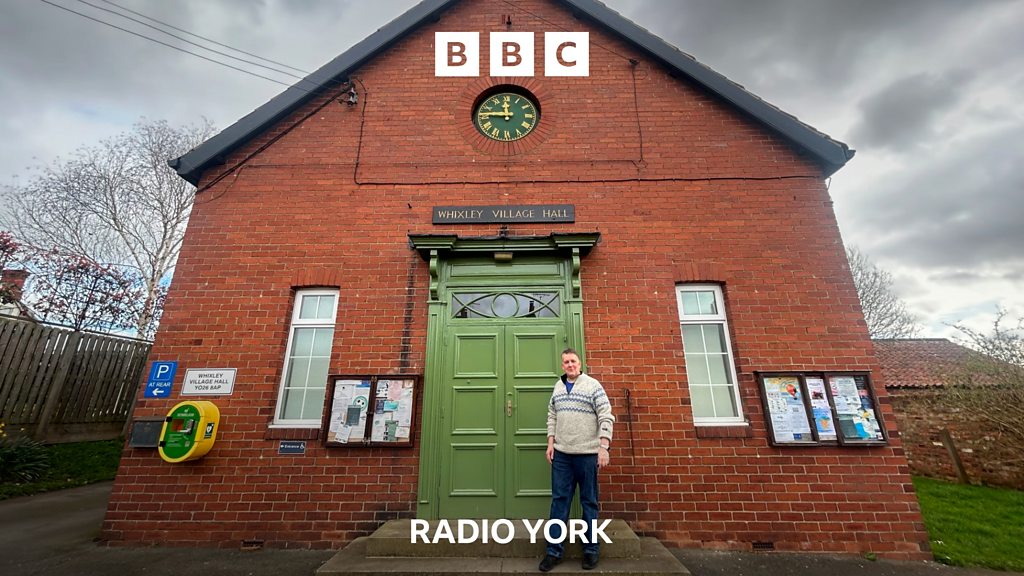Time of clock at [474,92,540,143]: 11:46
